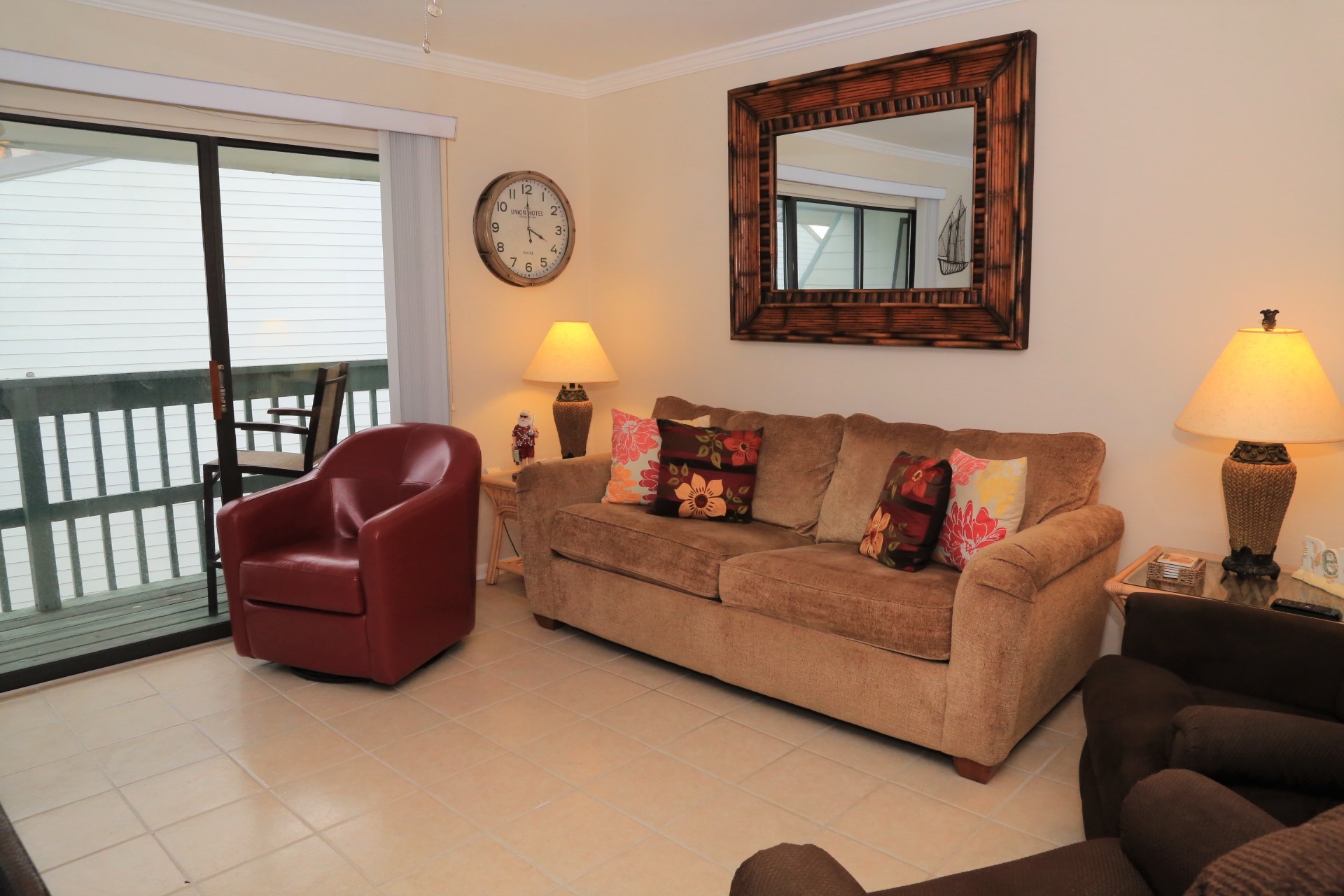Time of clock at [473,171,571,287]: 3:59
